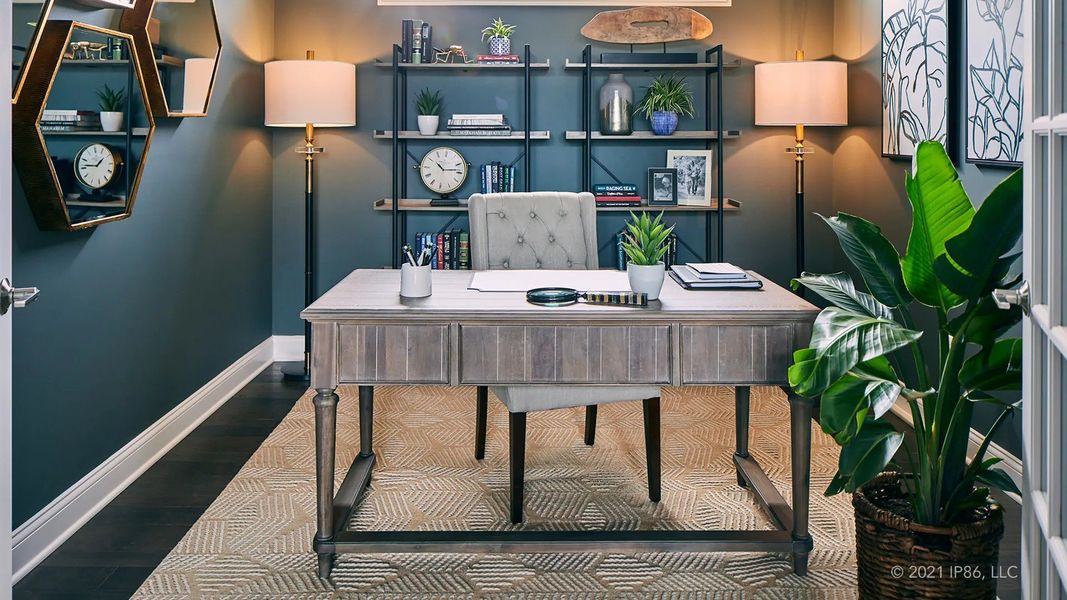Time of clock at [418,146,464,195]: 10:13
